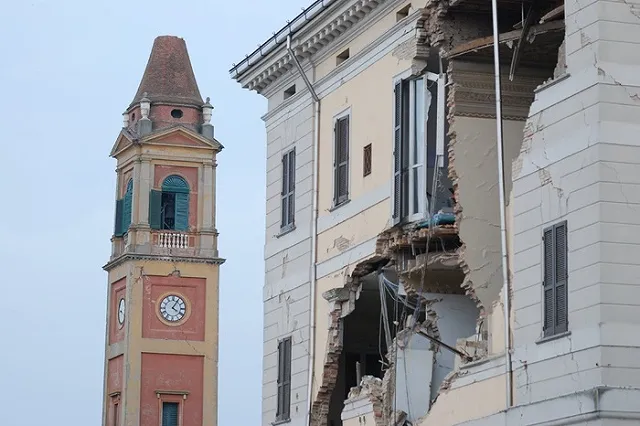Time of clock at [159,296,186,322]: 4:05
